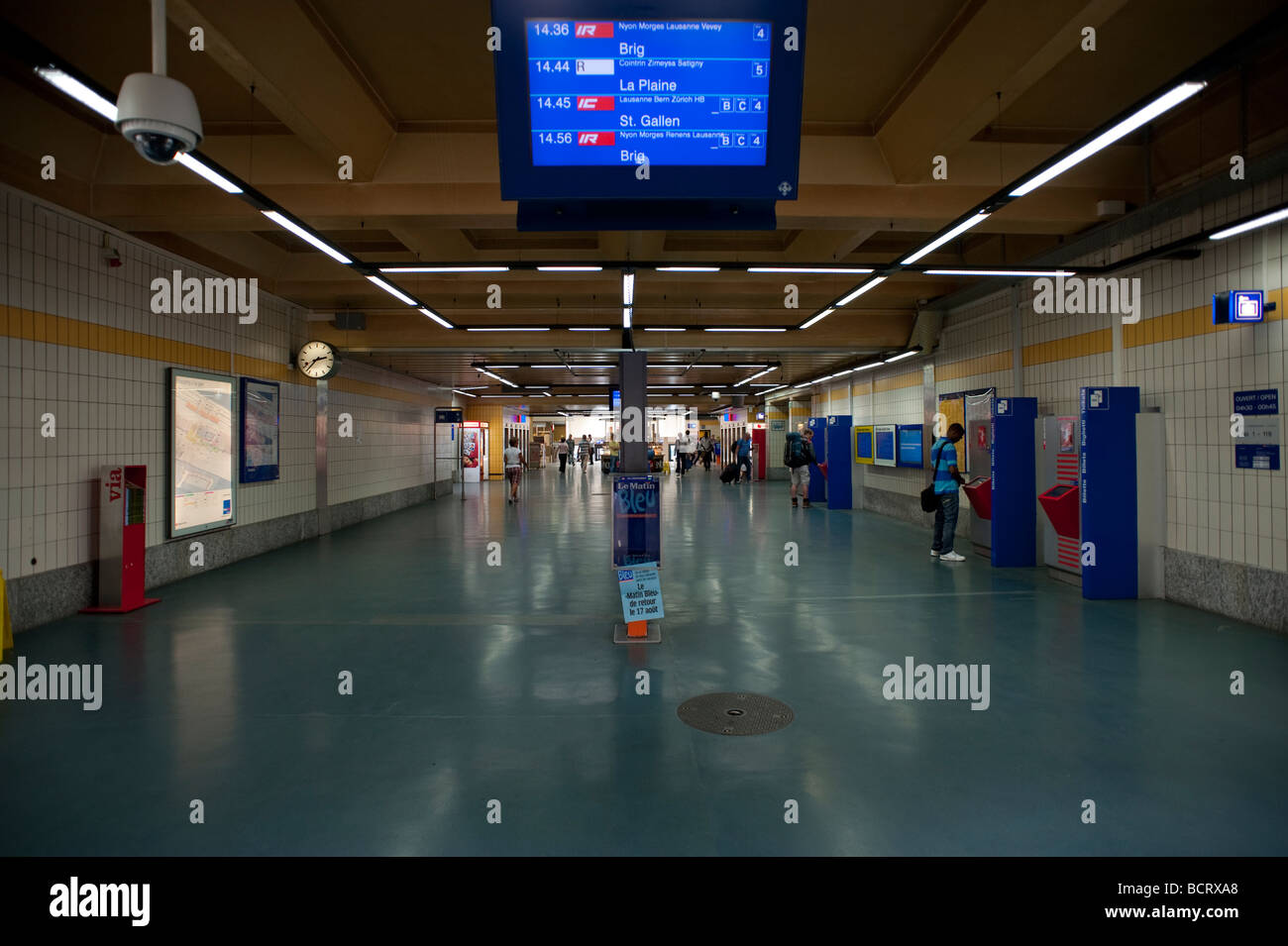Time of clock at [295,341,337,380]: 2:37
